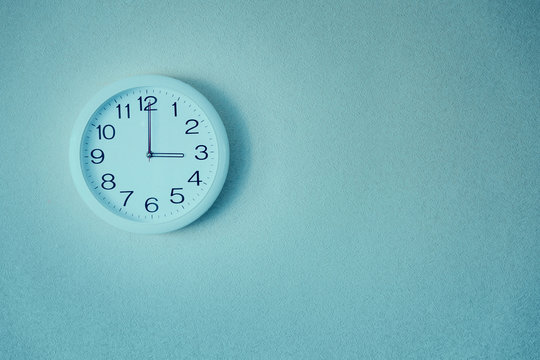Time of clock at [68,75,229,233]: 3:00
